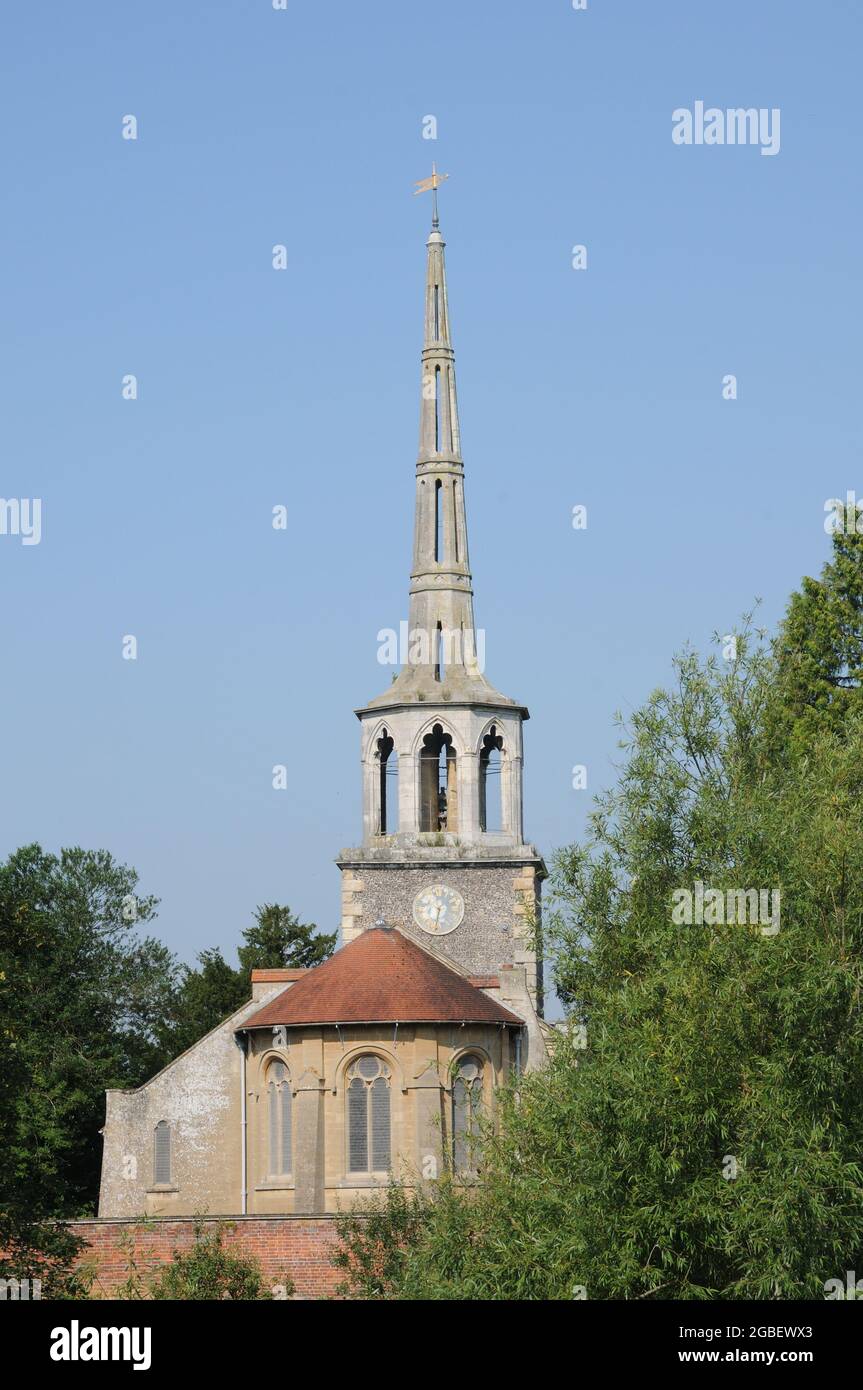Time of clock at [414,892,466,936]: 6:32
